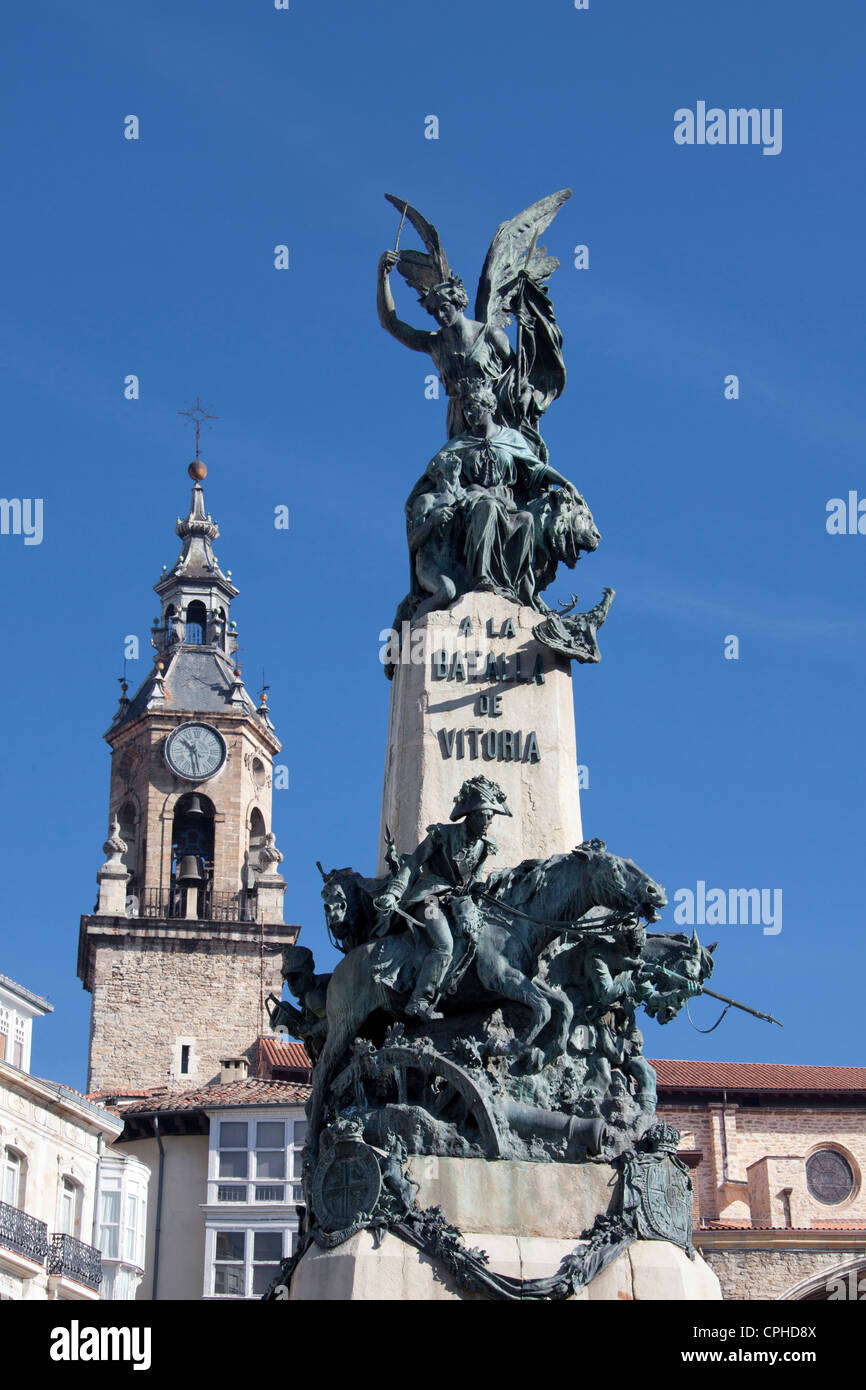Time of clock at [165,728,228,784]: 10:28
